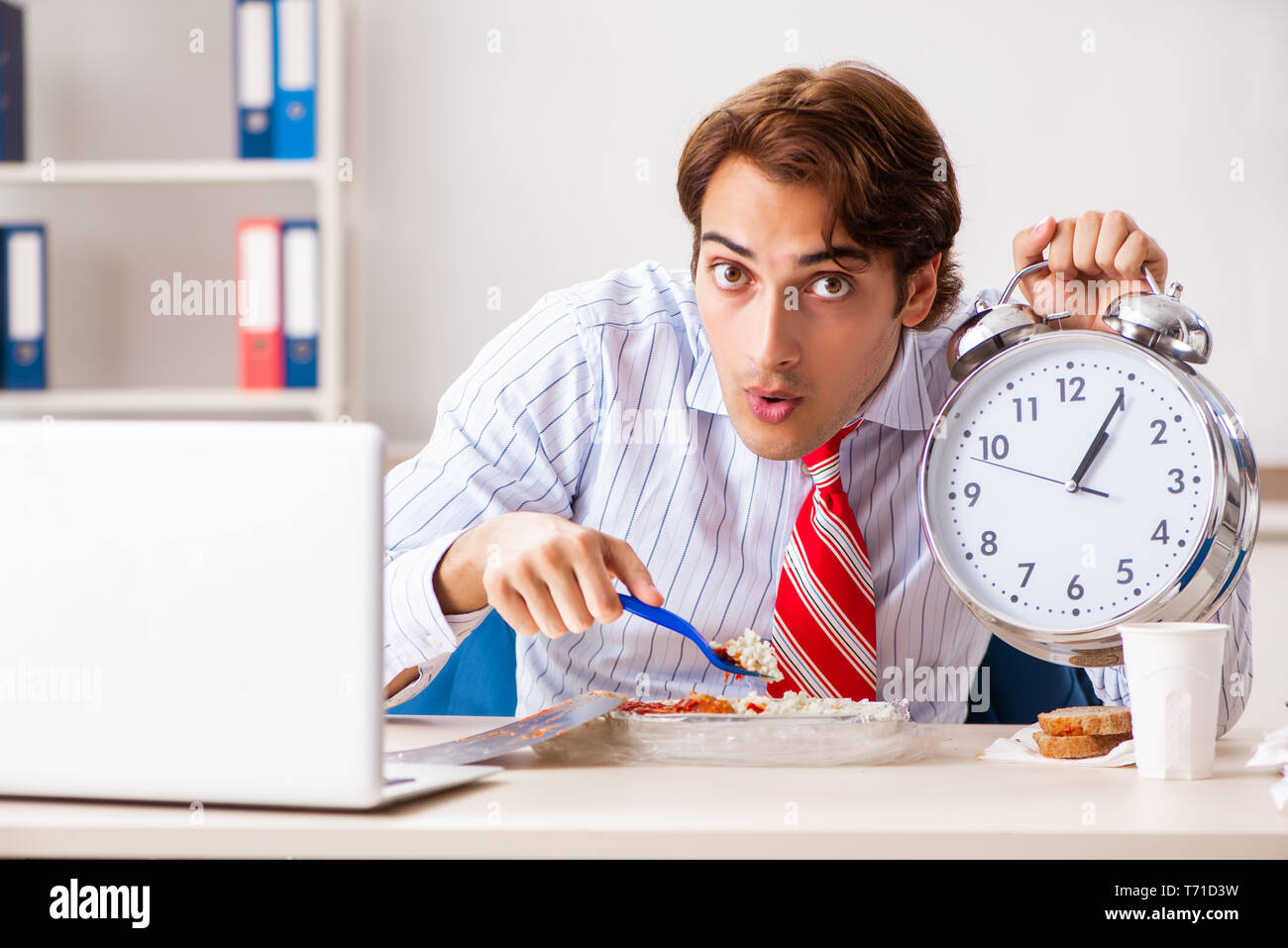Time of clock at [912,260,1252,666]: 1:05
